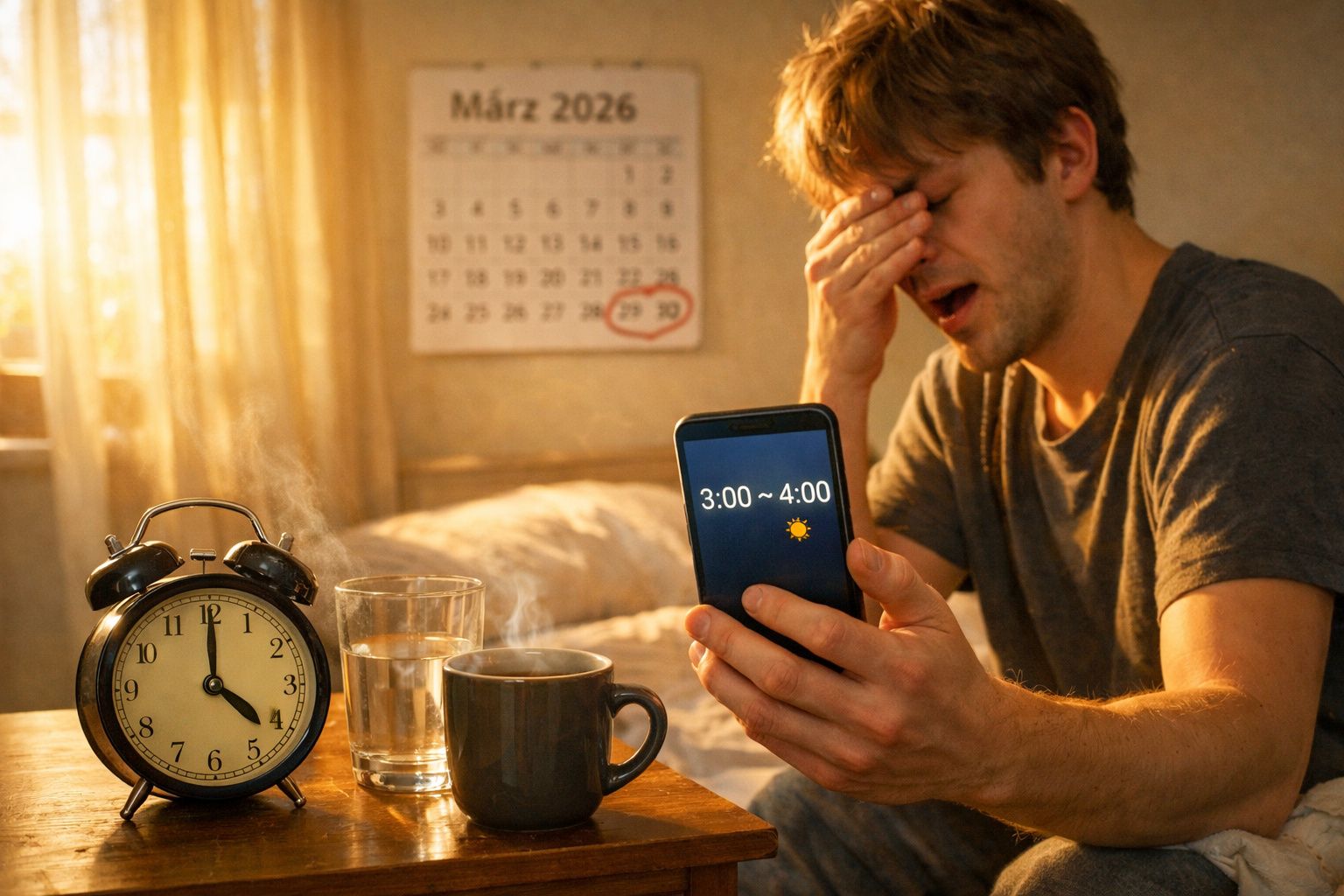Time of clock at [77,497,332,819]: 4:00
